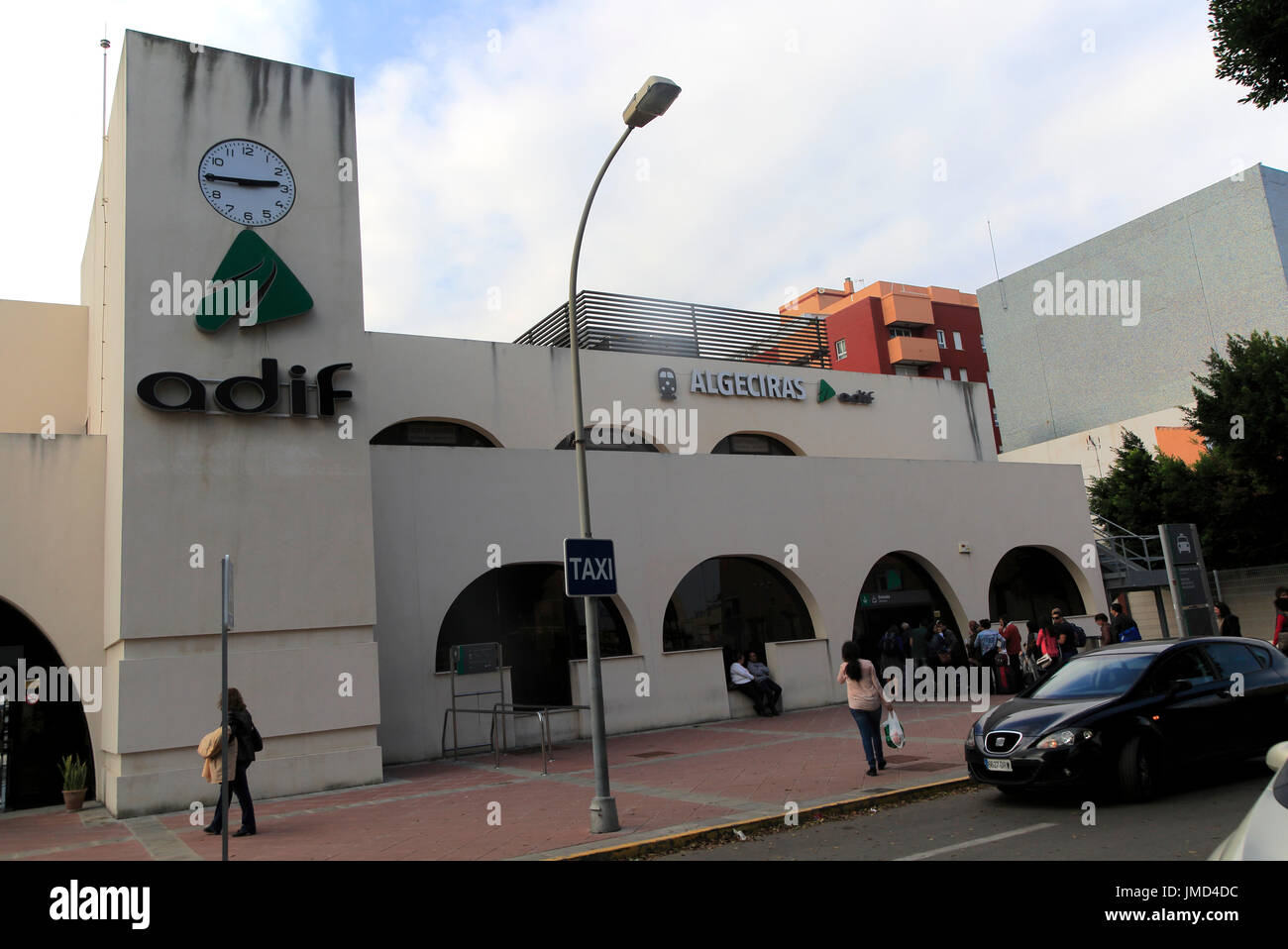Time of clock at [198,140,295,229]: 2:45
